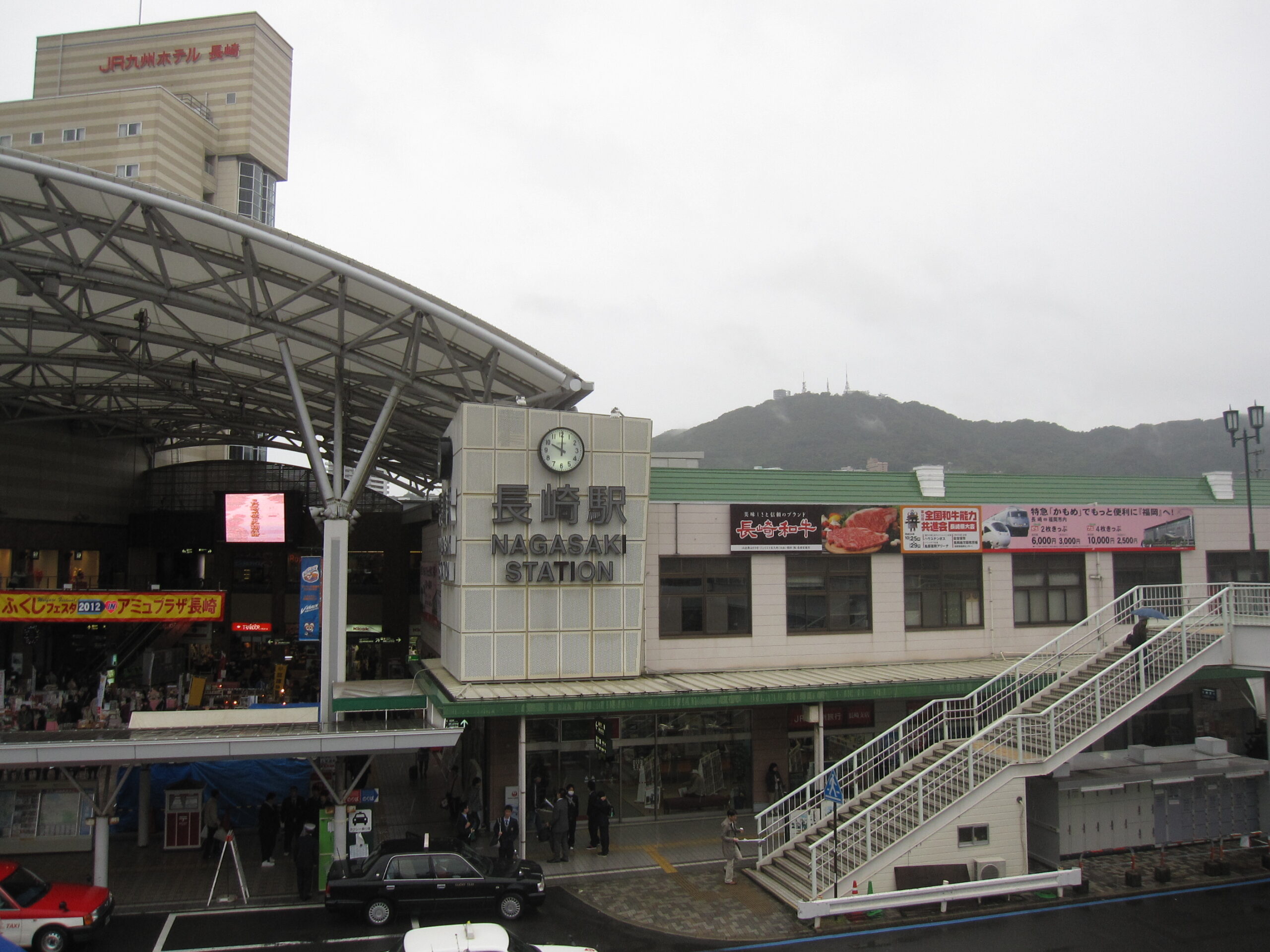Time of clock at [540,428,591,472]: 10:00
